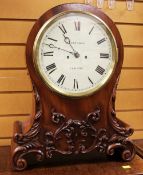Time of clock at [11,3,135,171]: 10:48
